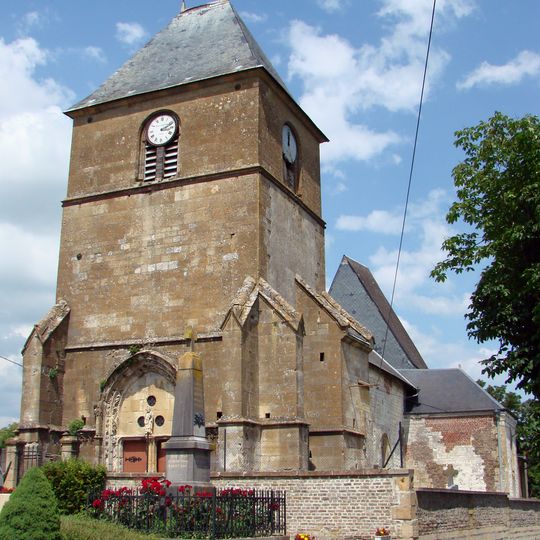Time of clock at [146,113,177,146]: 3:11
